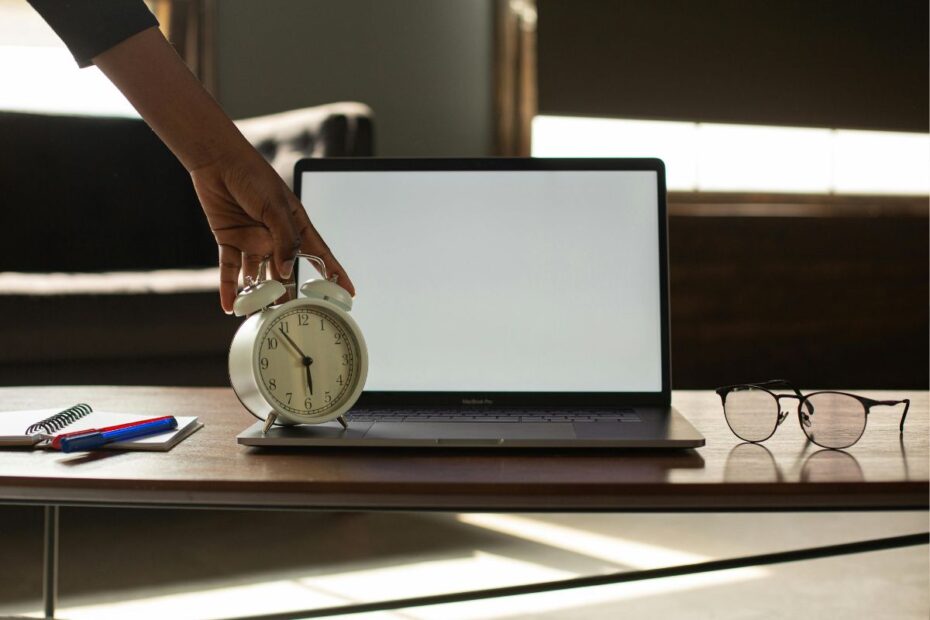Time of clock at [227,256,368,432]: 5:53
